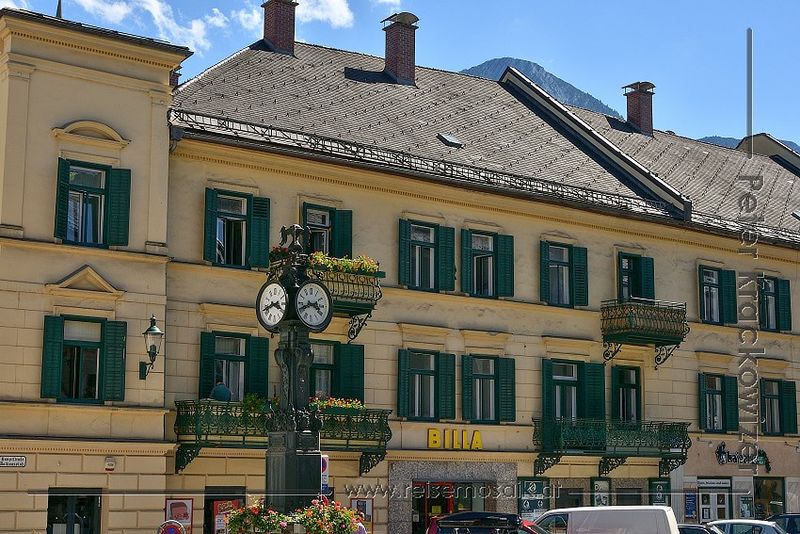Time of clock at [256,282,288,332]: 3:42
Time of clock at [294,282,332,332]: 3:41
